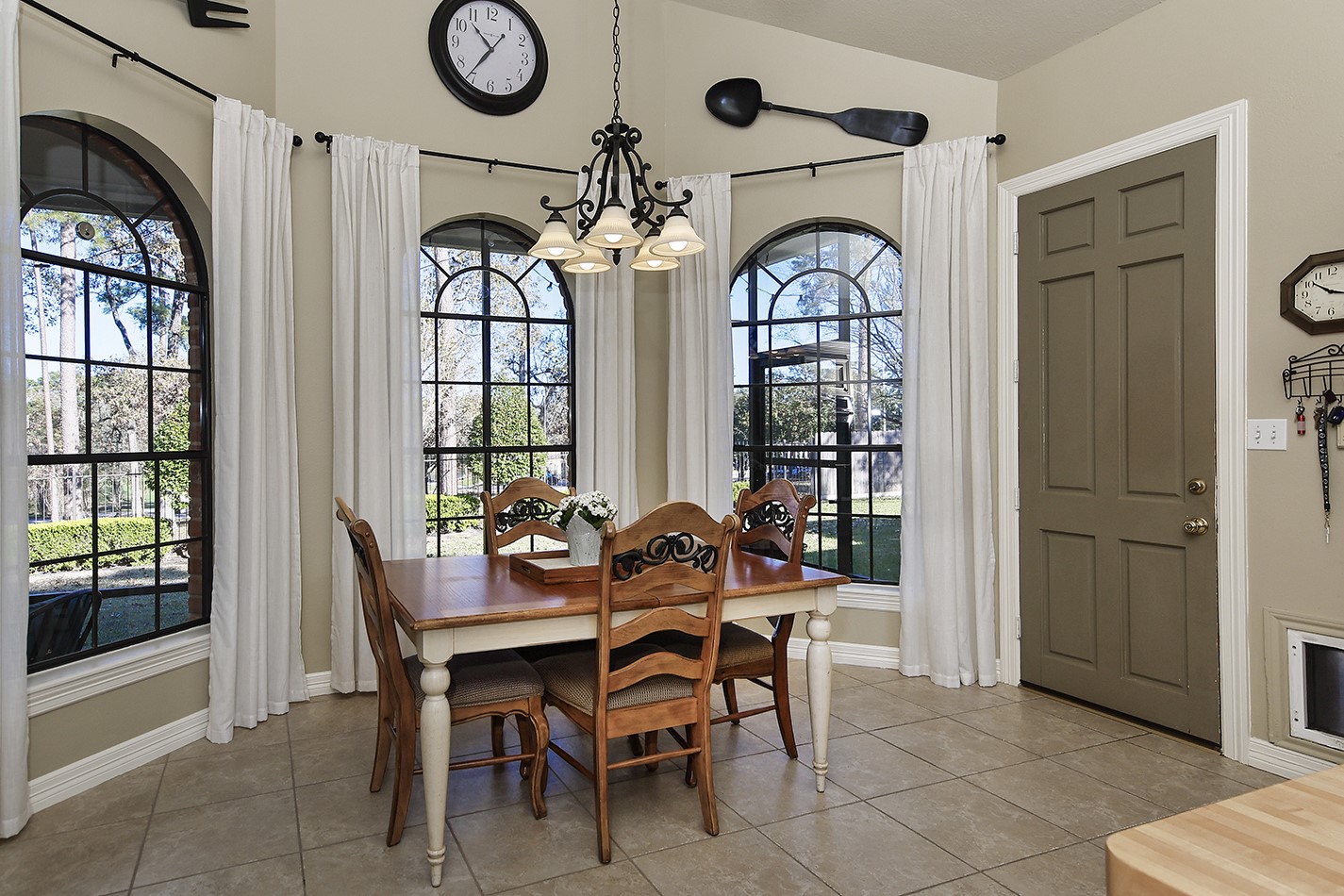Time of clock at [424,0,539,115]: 10:36
